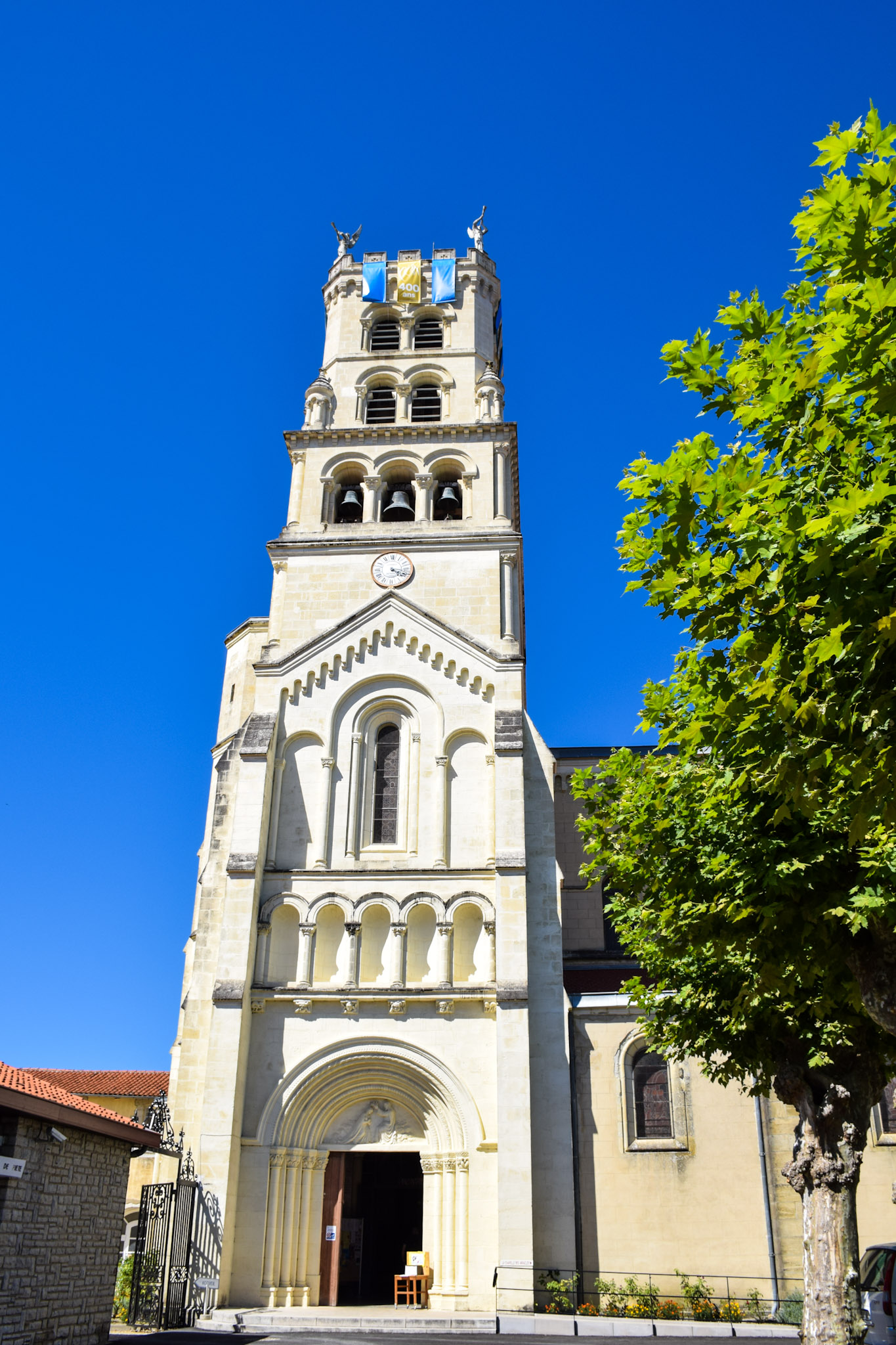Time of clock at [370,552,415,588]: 4:18
